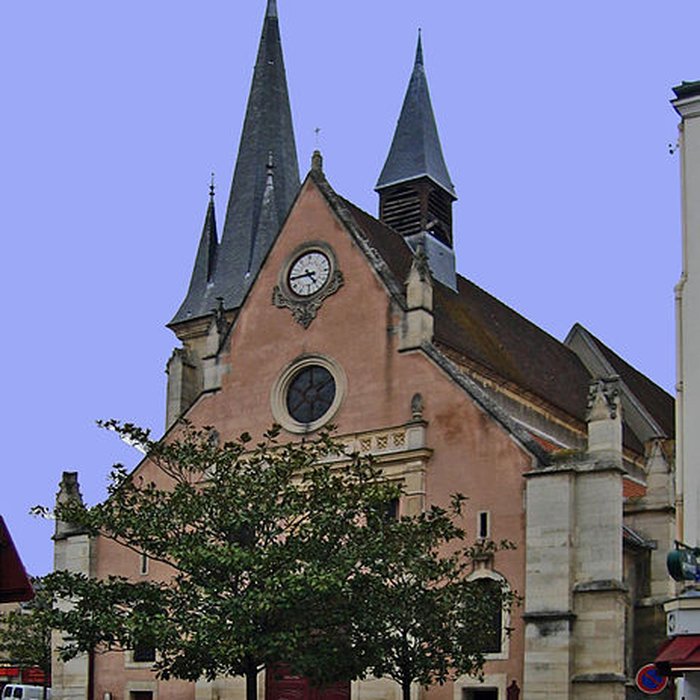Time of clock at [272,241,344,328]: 4:44
